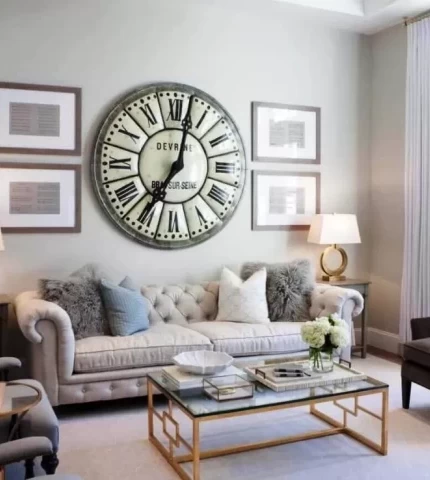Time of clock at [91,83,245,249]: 7:02
